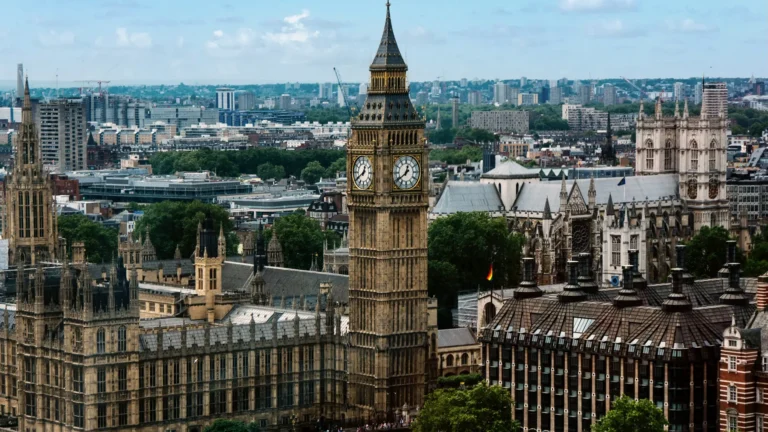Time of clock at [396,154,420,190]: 12:39
